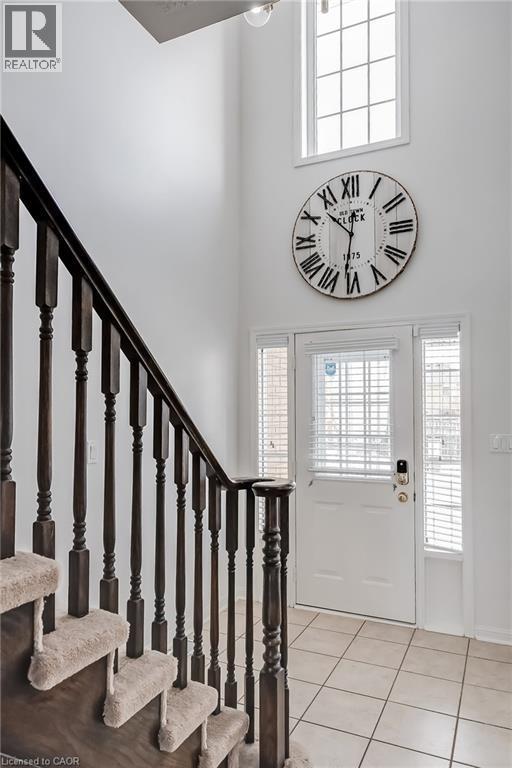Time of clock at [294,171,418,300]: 10:31
